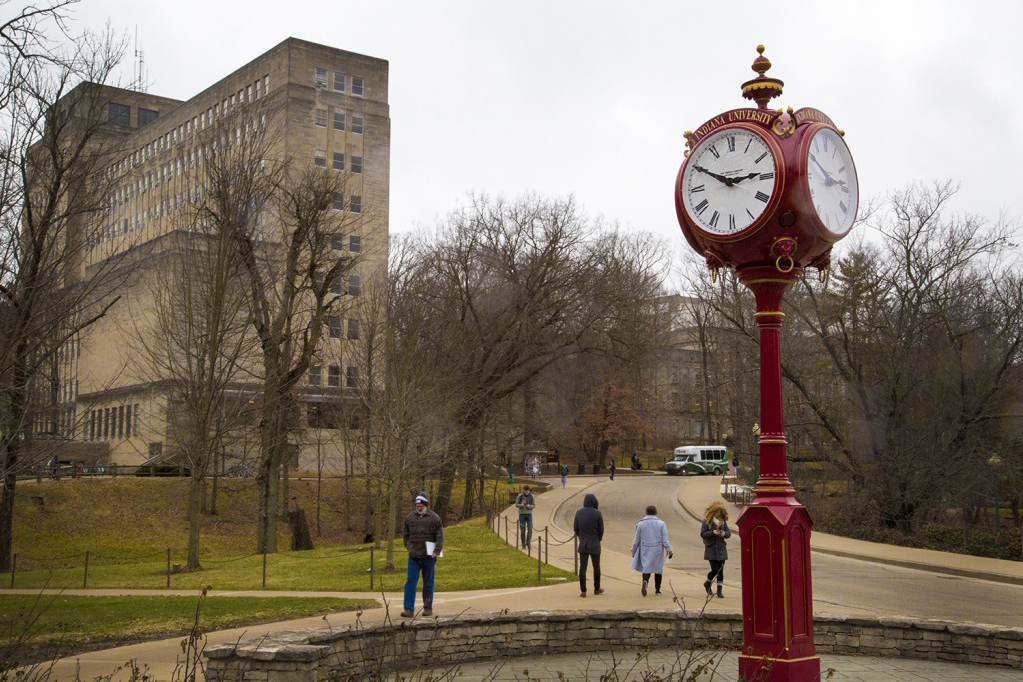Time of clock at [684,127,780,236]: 2:49
